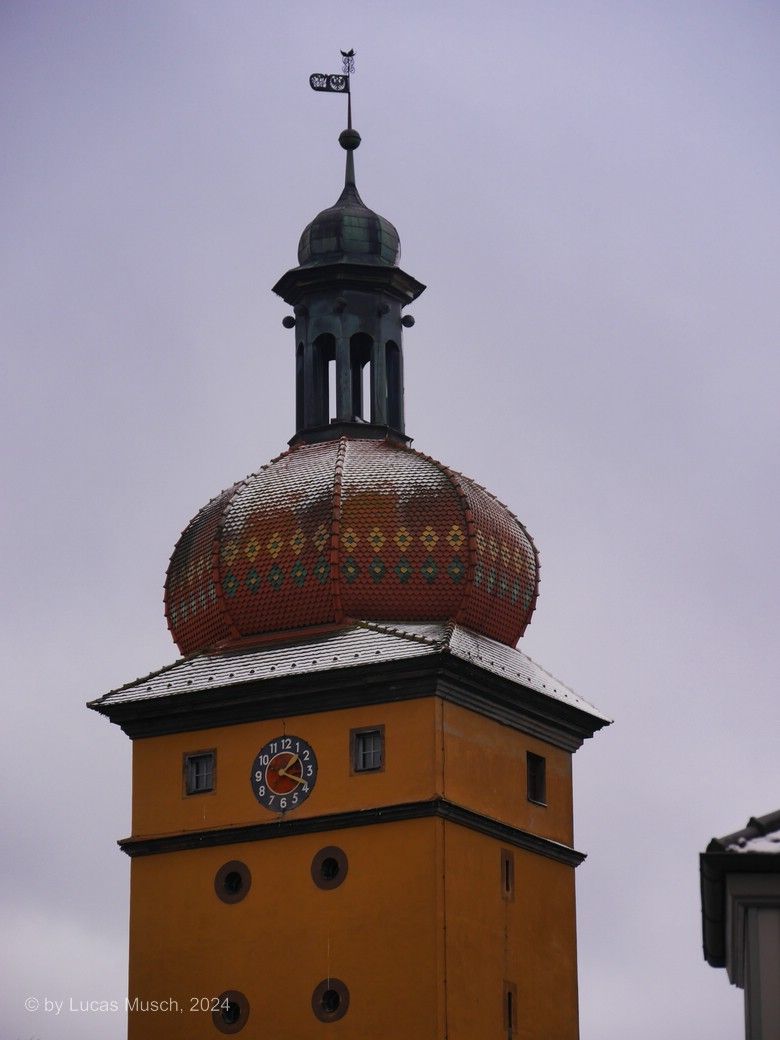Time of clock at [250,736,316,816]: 1:18
